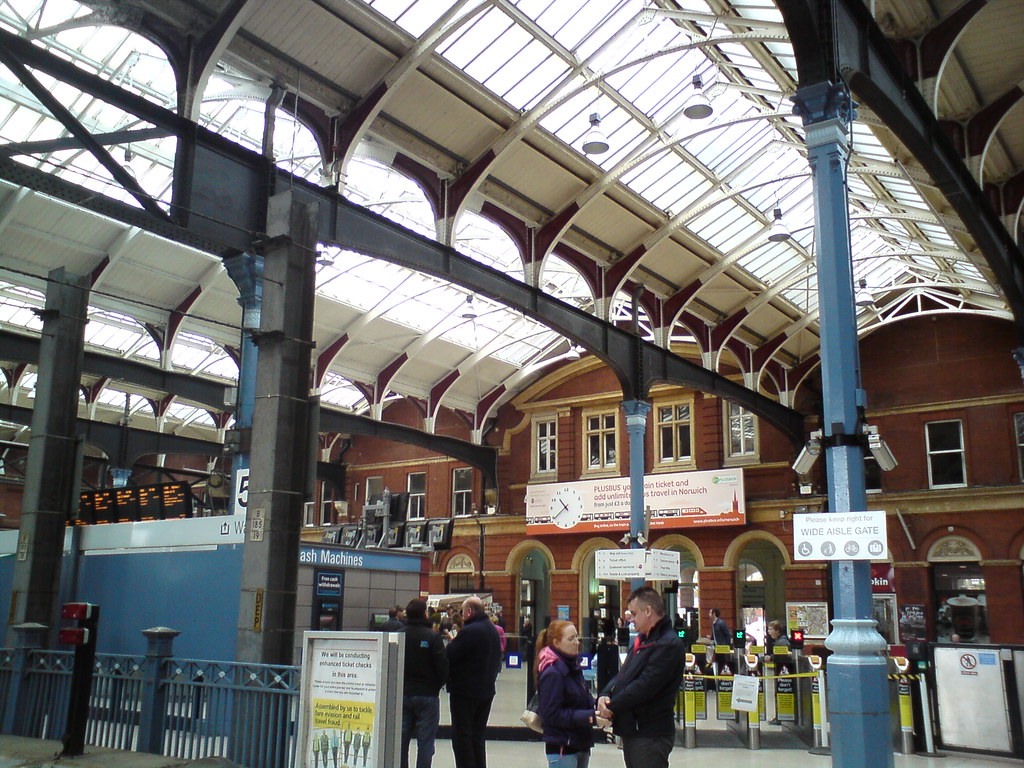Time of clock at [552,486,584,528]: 10:38
